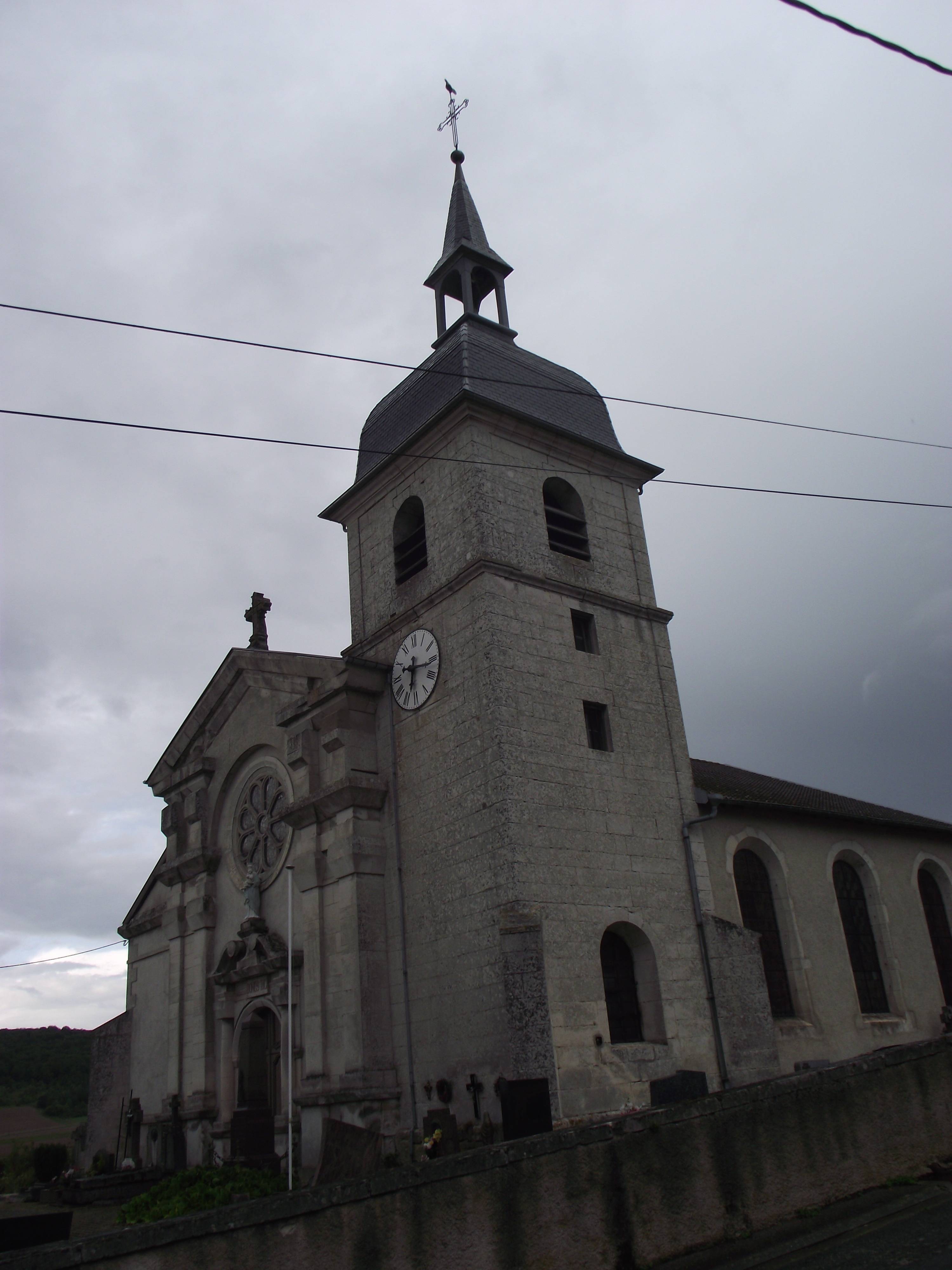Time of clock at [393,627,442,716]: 6:16
